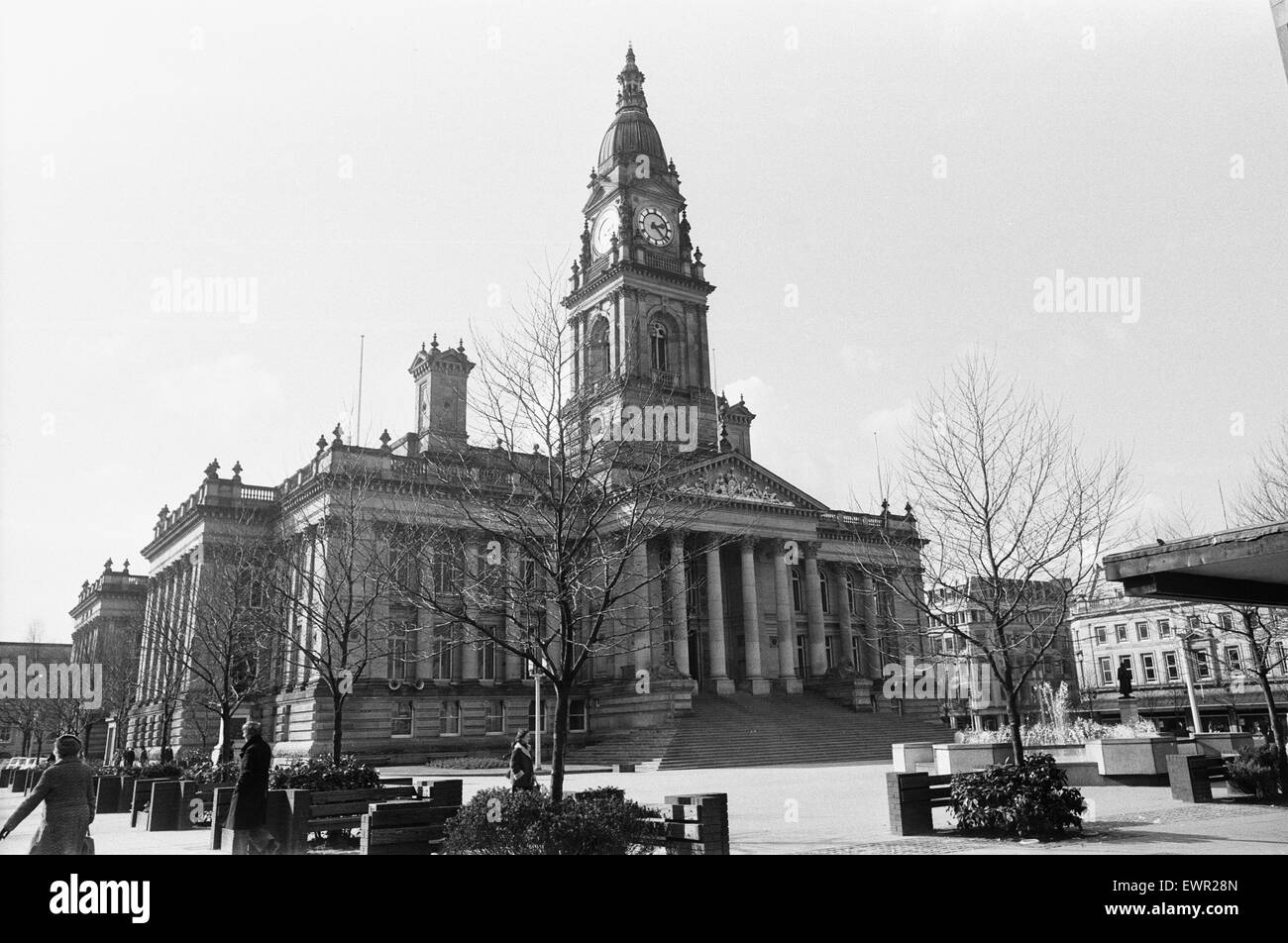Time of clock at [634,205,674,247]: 2:22
